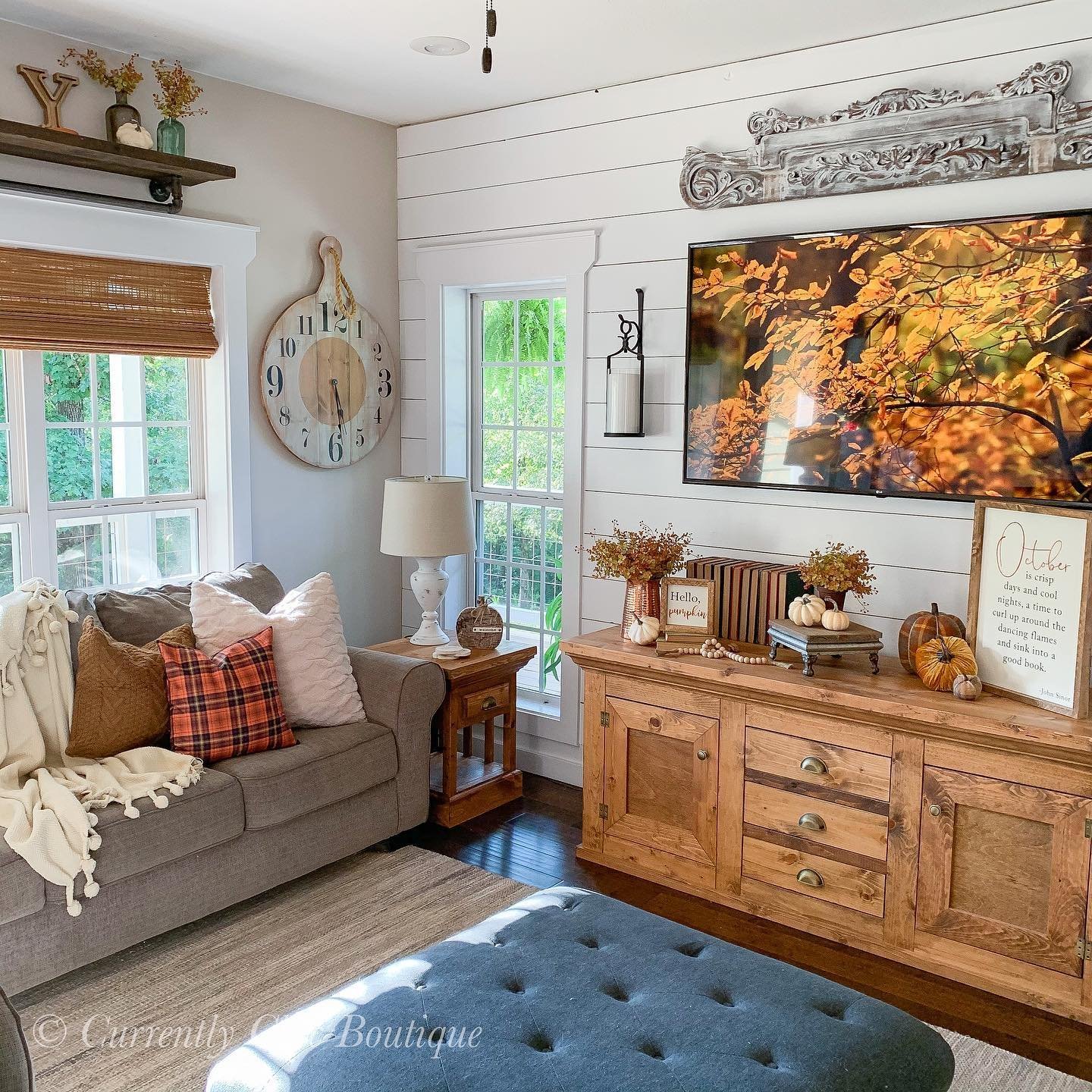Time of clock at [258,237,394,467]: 5:29
